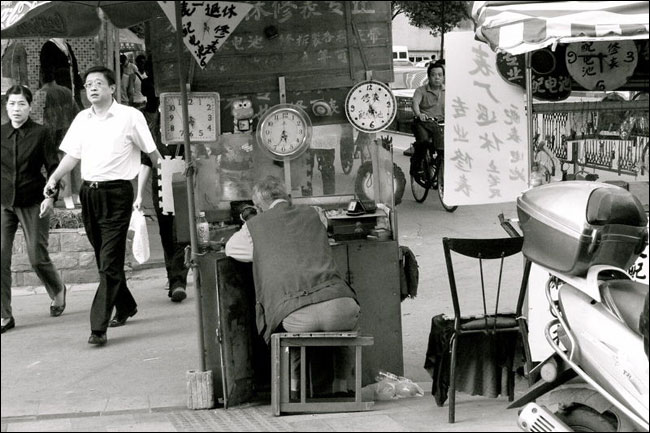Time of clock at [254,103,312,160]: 5:33
